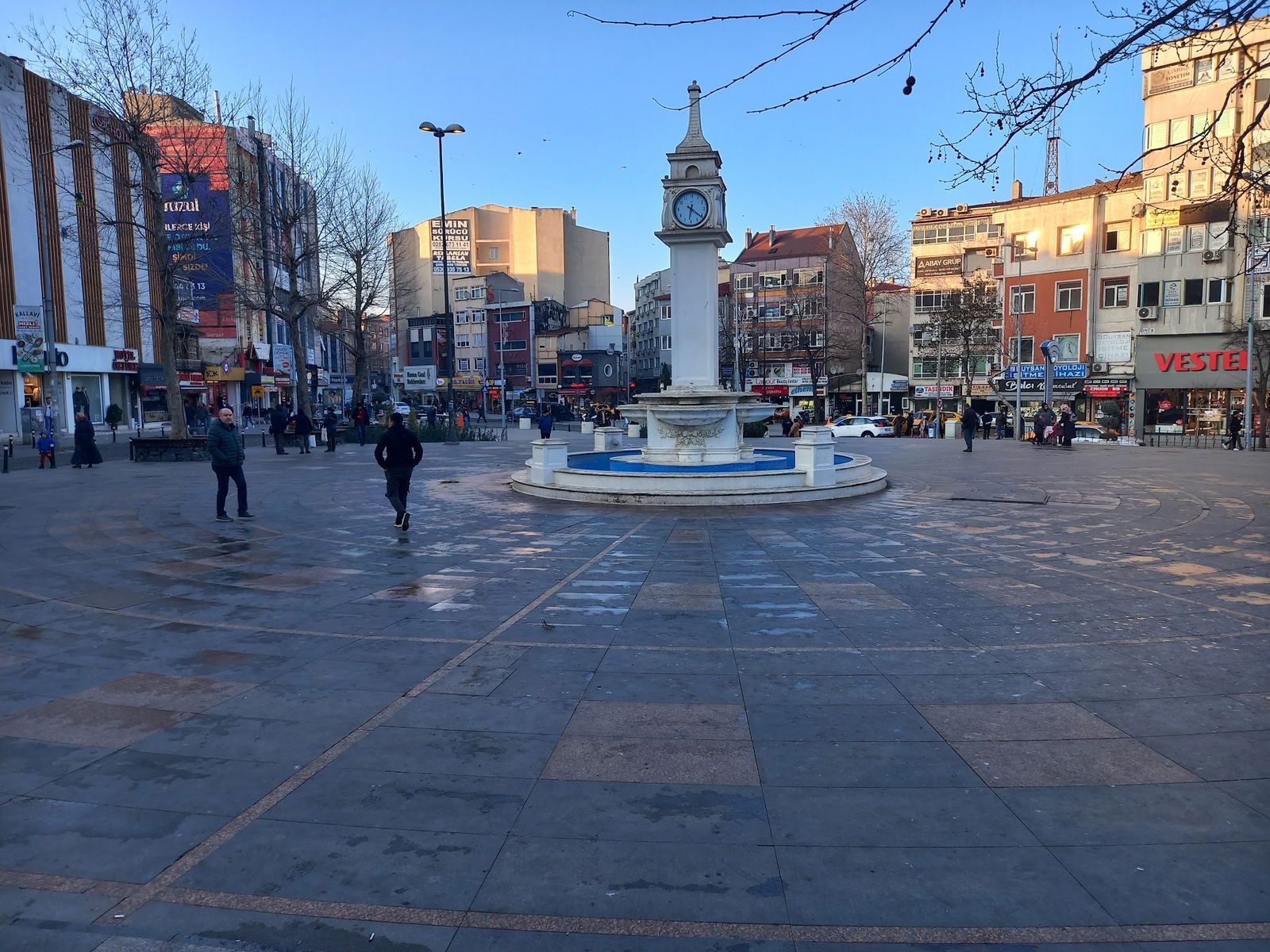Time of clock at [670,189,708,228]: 6:21
